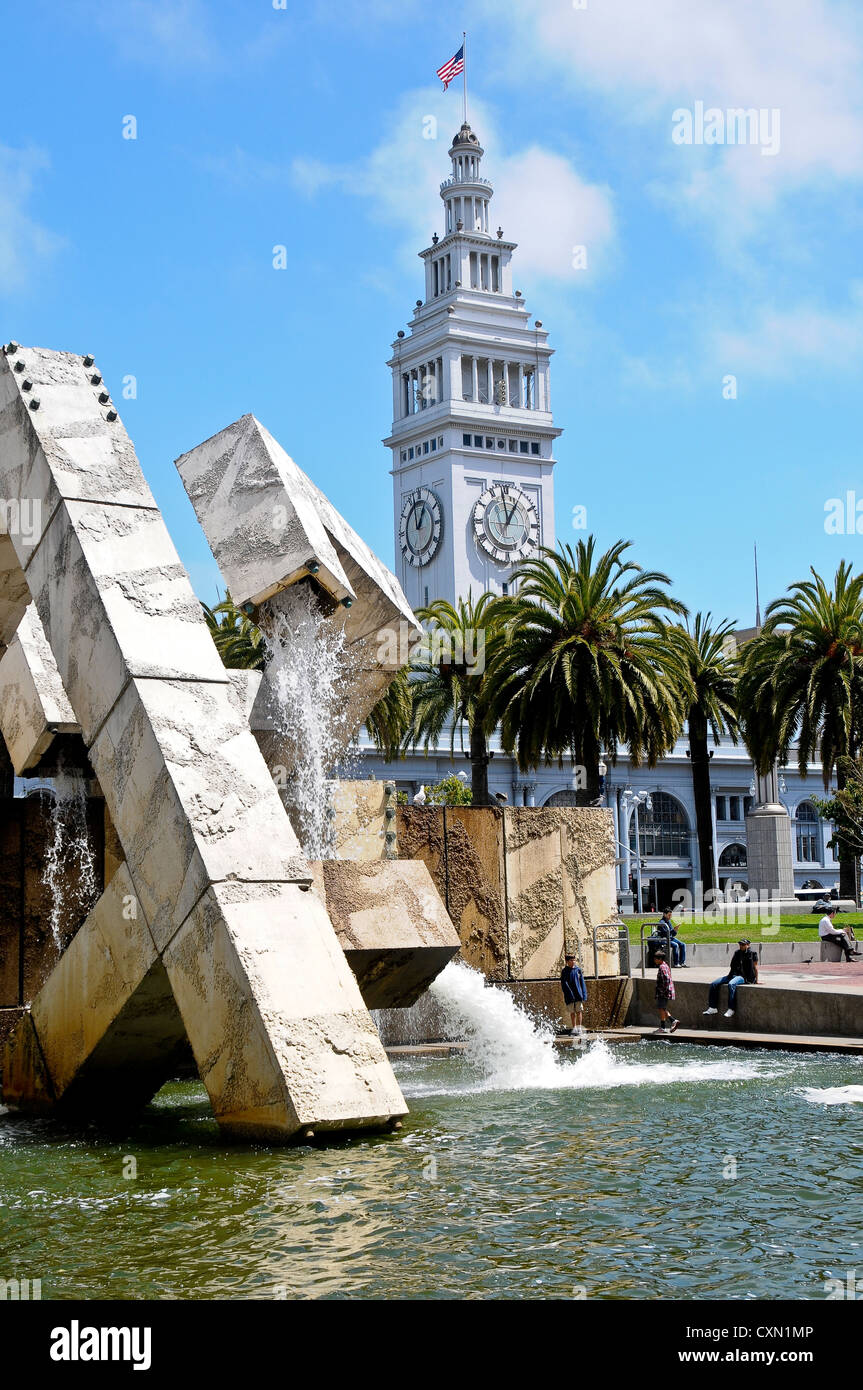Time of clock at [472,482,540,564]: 12:58
